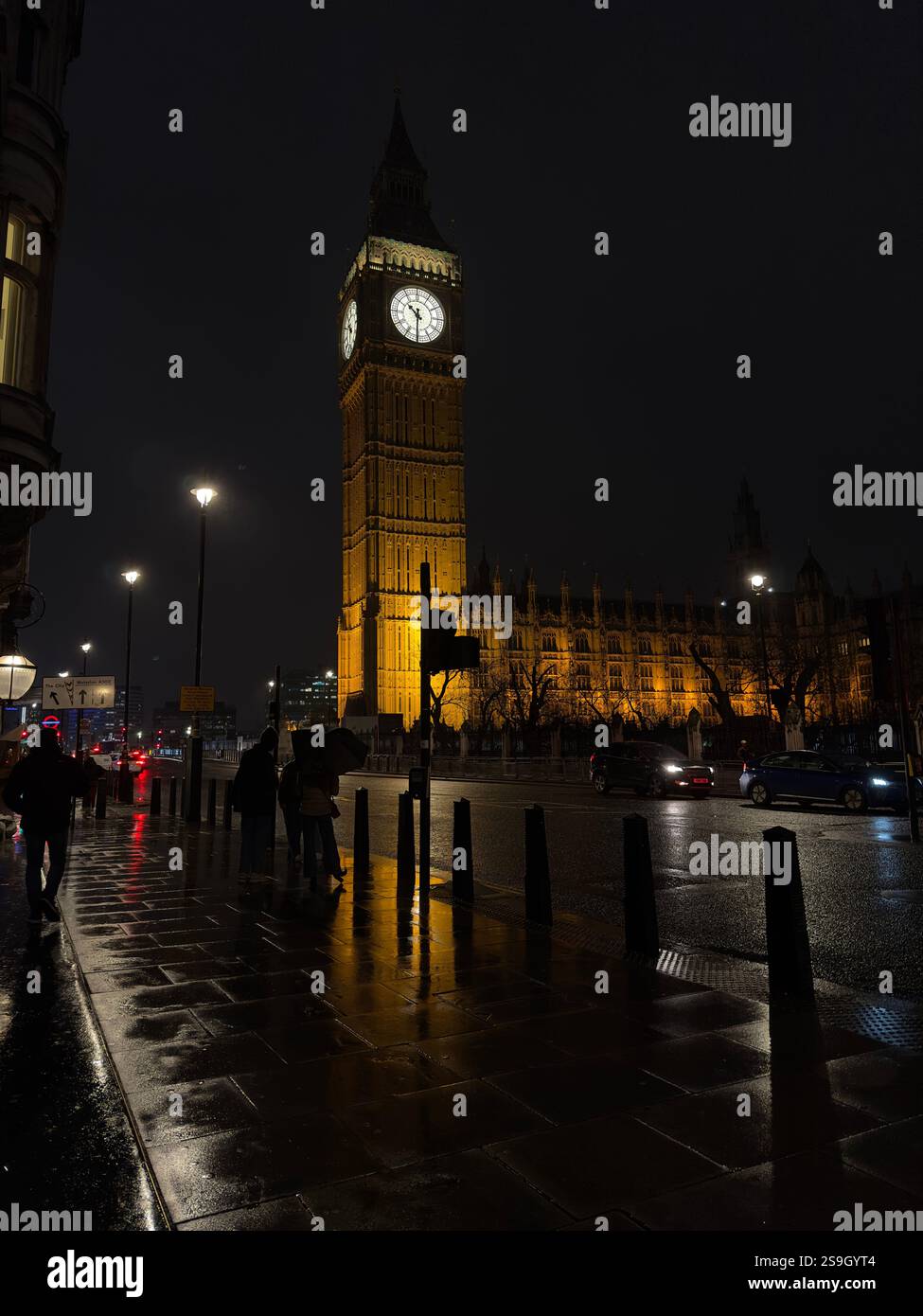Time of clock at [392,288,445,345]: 10:30
